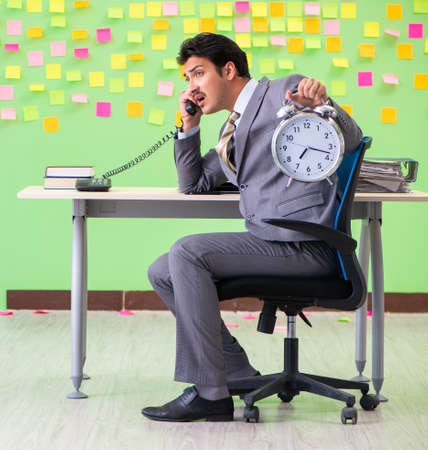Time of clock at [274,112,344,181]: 7:17
